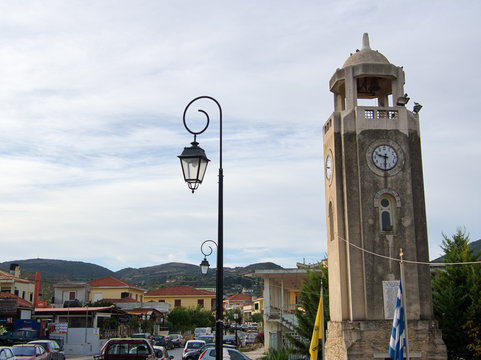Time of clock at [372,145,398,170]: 9:31
